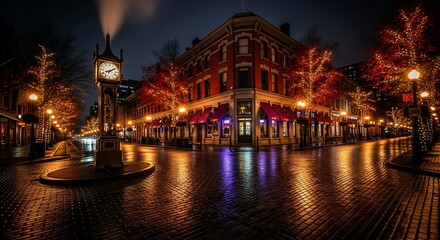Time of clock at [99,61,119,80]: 8:09
